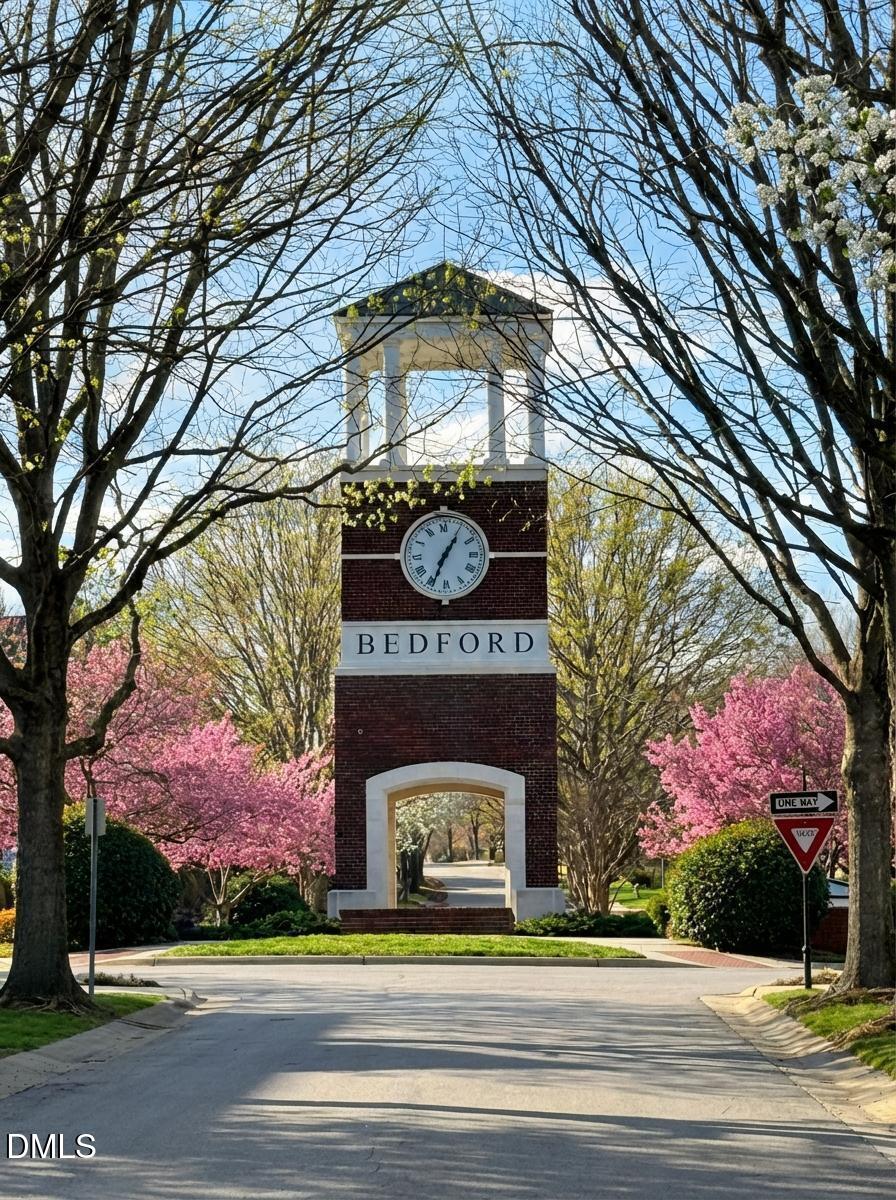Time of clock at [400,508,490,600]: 1:34
